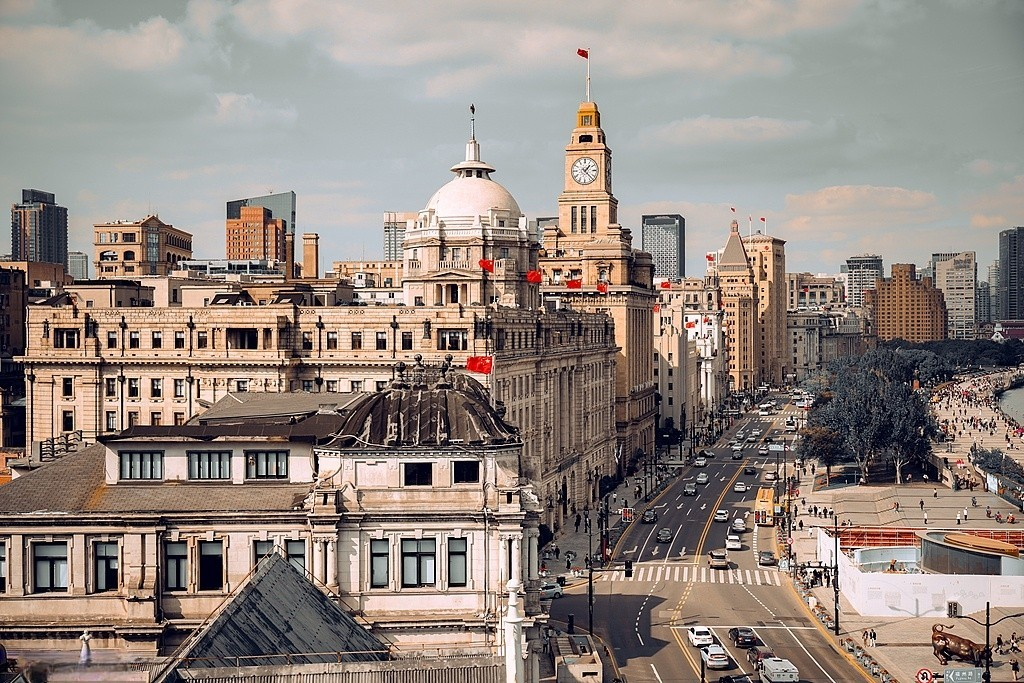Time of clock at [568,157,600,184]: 1:22
